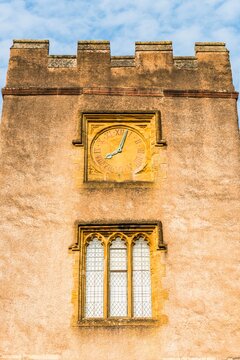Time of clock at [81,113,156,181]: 8:03
